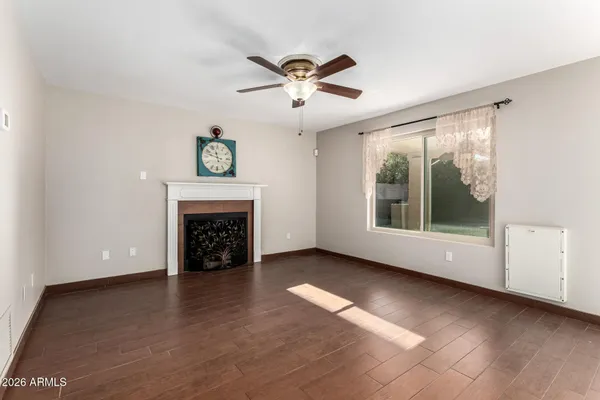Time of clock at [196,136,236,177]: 11:47
